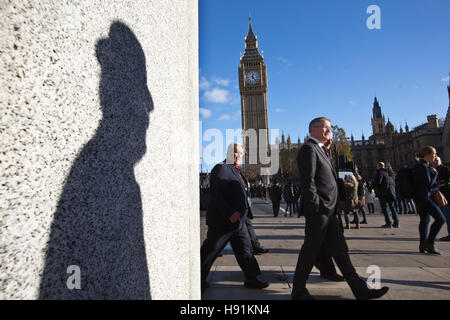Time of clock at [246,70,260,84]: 12:23
